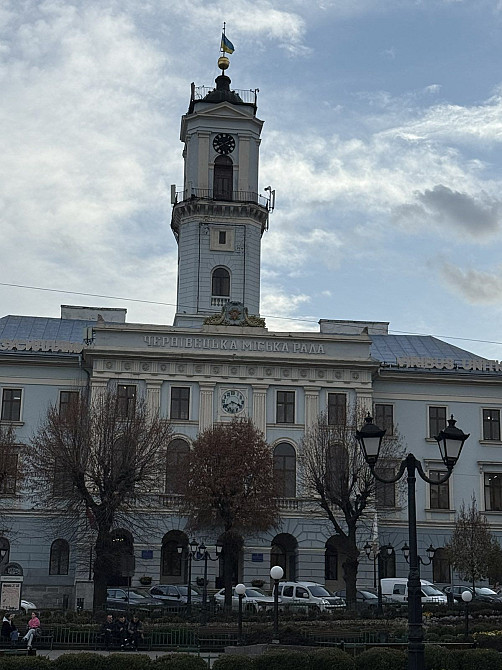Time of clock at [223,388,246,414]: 3:40
